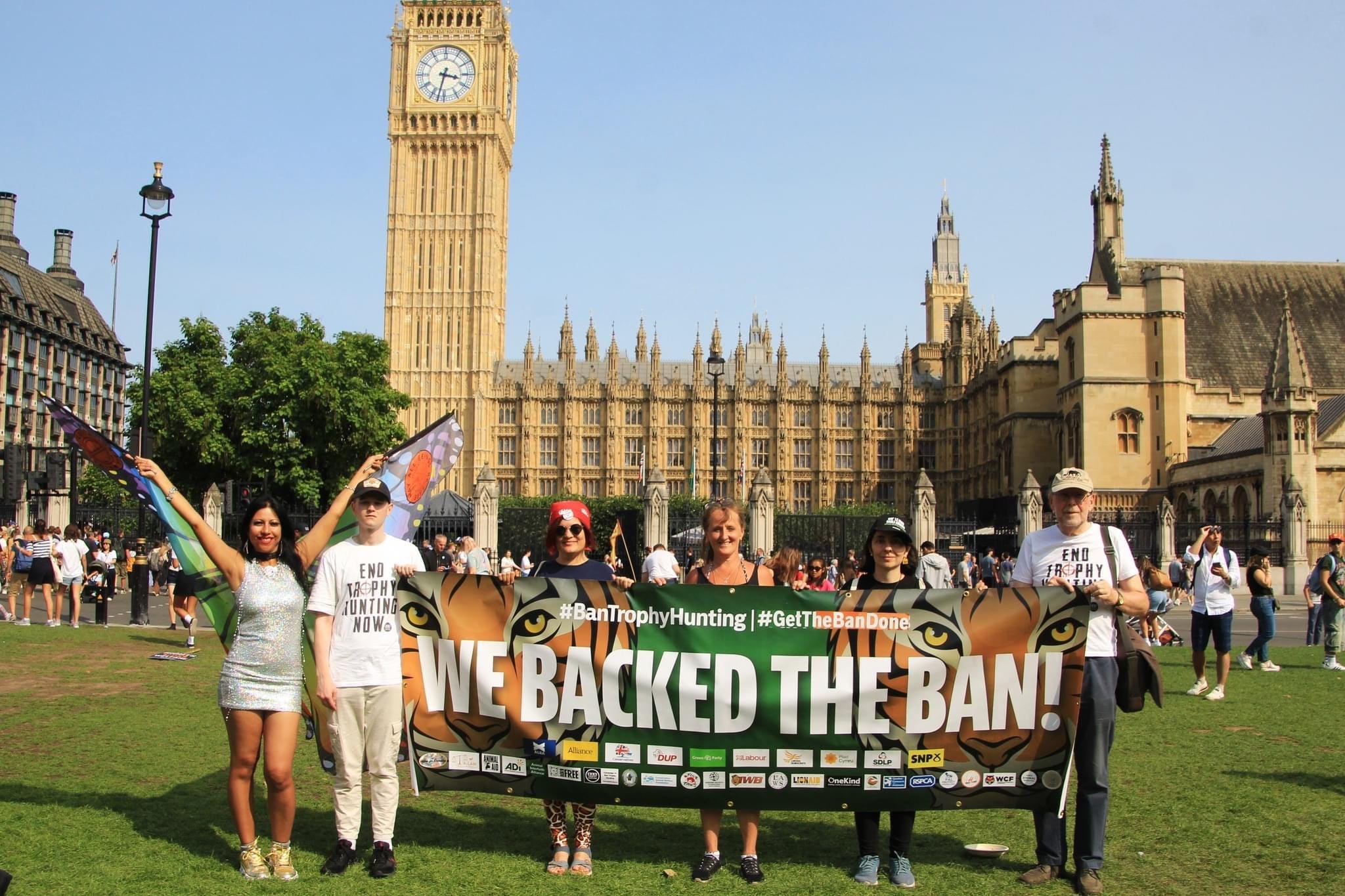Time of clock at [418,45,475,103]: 3:32
